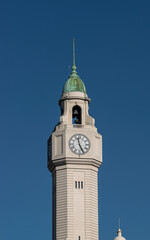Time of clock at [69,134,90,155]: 11:25
